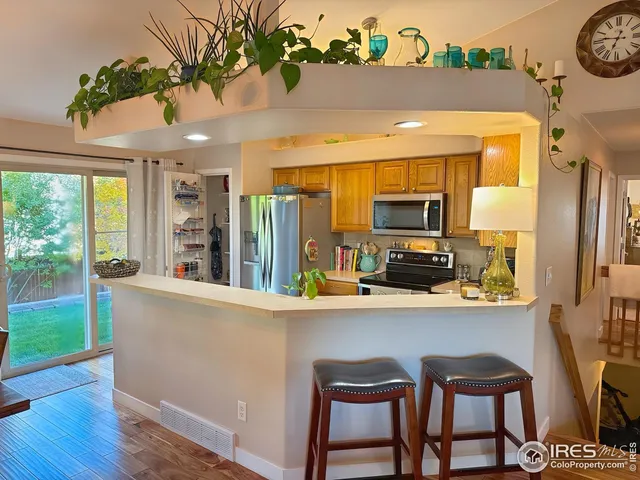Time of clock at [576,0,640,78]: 6:46
